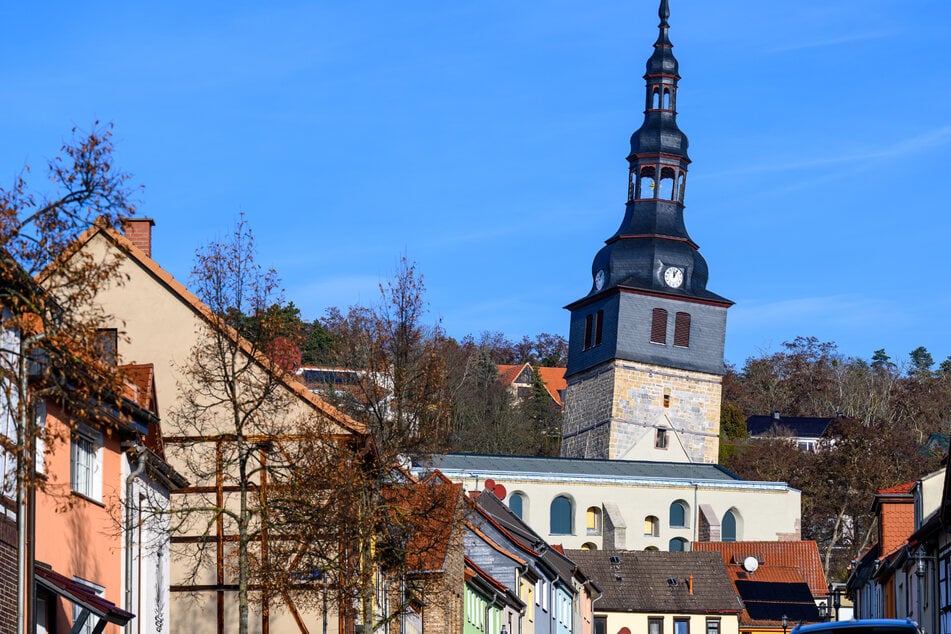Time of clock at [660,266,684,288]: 12:05
